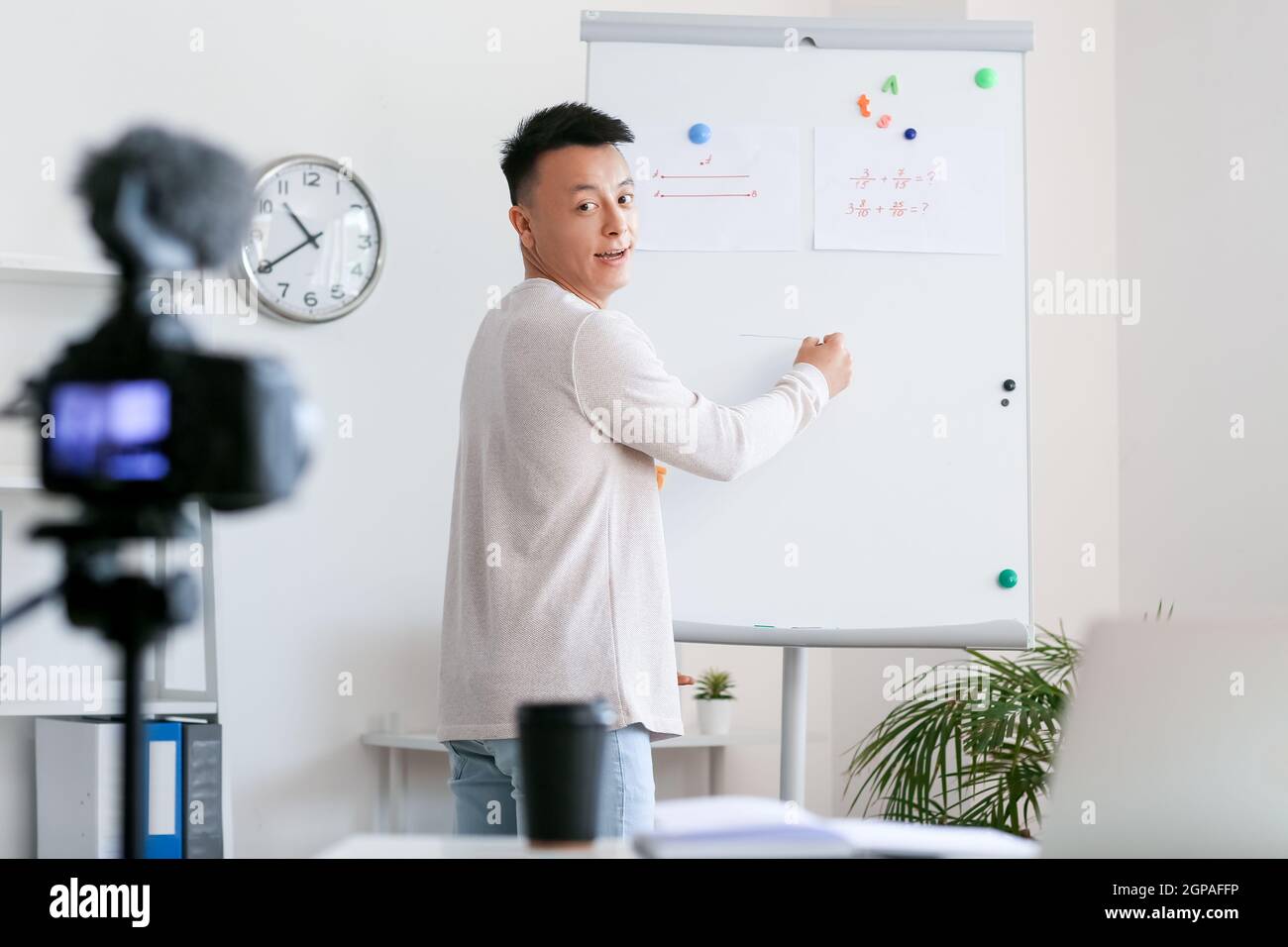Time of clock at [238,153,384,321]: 10:39
